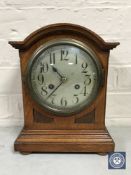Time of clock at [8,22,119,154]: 10:37
